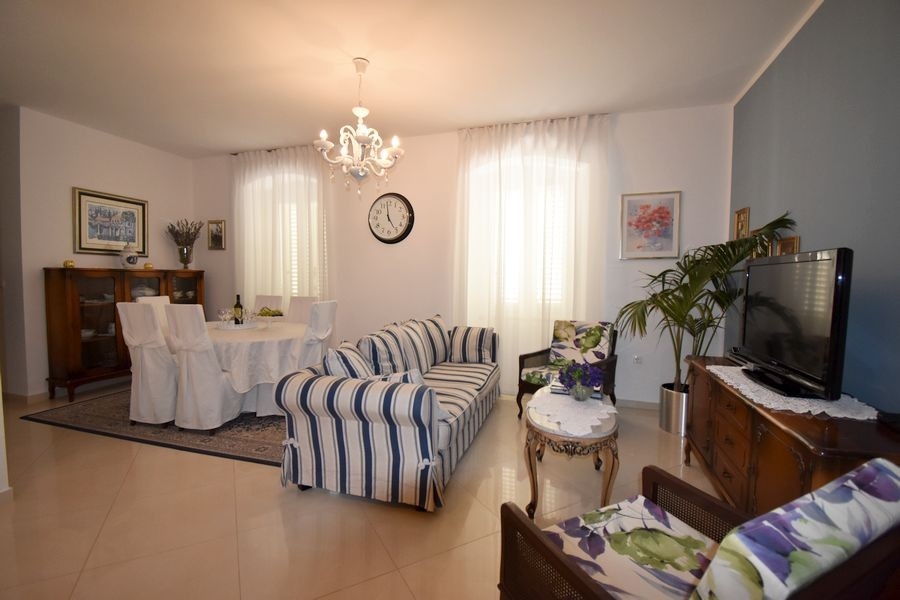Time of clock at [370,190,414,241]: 4:59
